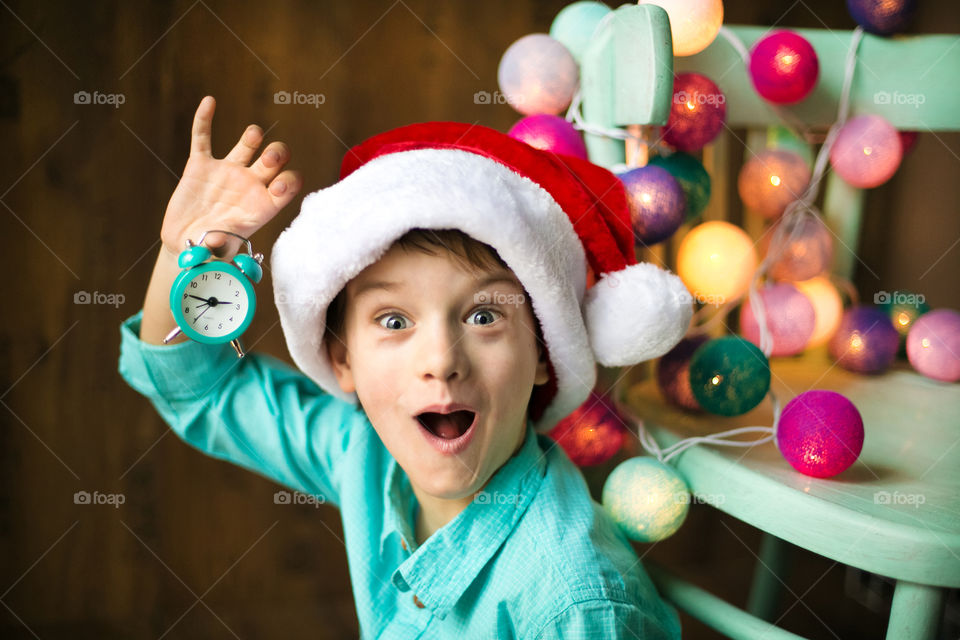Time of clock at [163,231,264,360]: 2:45
